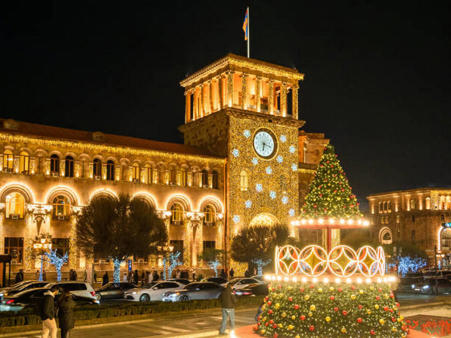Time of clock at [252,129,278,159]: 6:17
